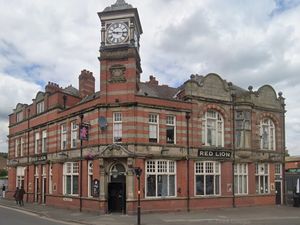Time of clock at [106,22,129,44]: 9:15
